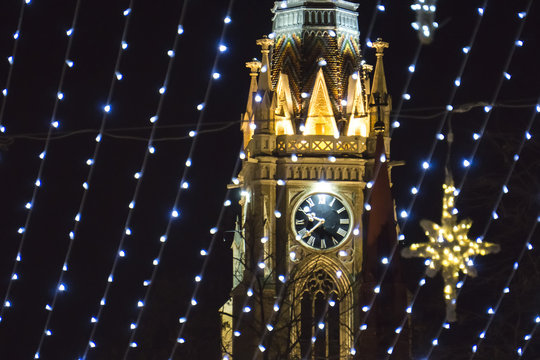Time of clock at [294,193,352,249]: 9:38
